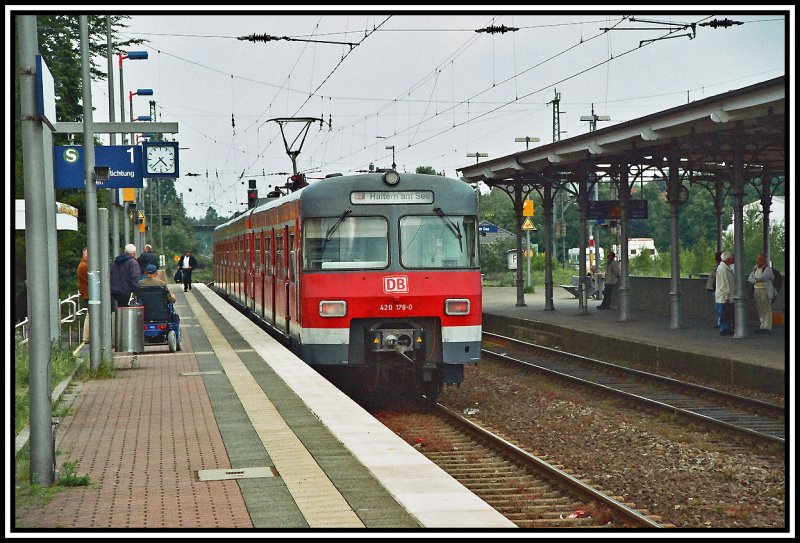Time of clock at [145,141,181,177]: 4:38
